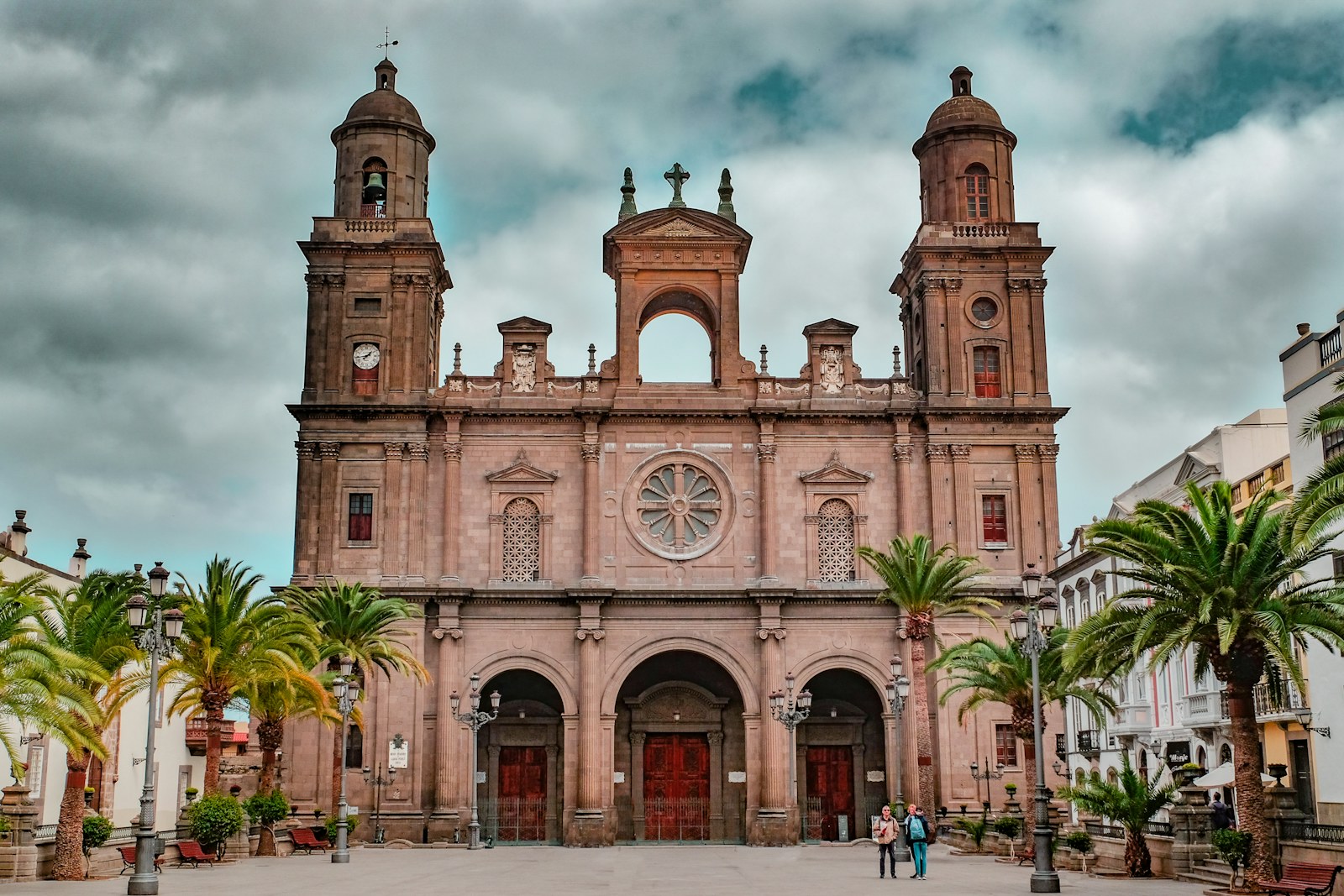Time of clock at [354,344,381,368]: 1:43
